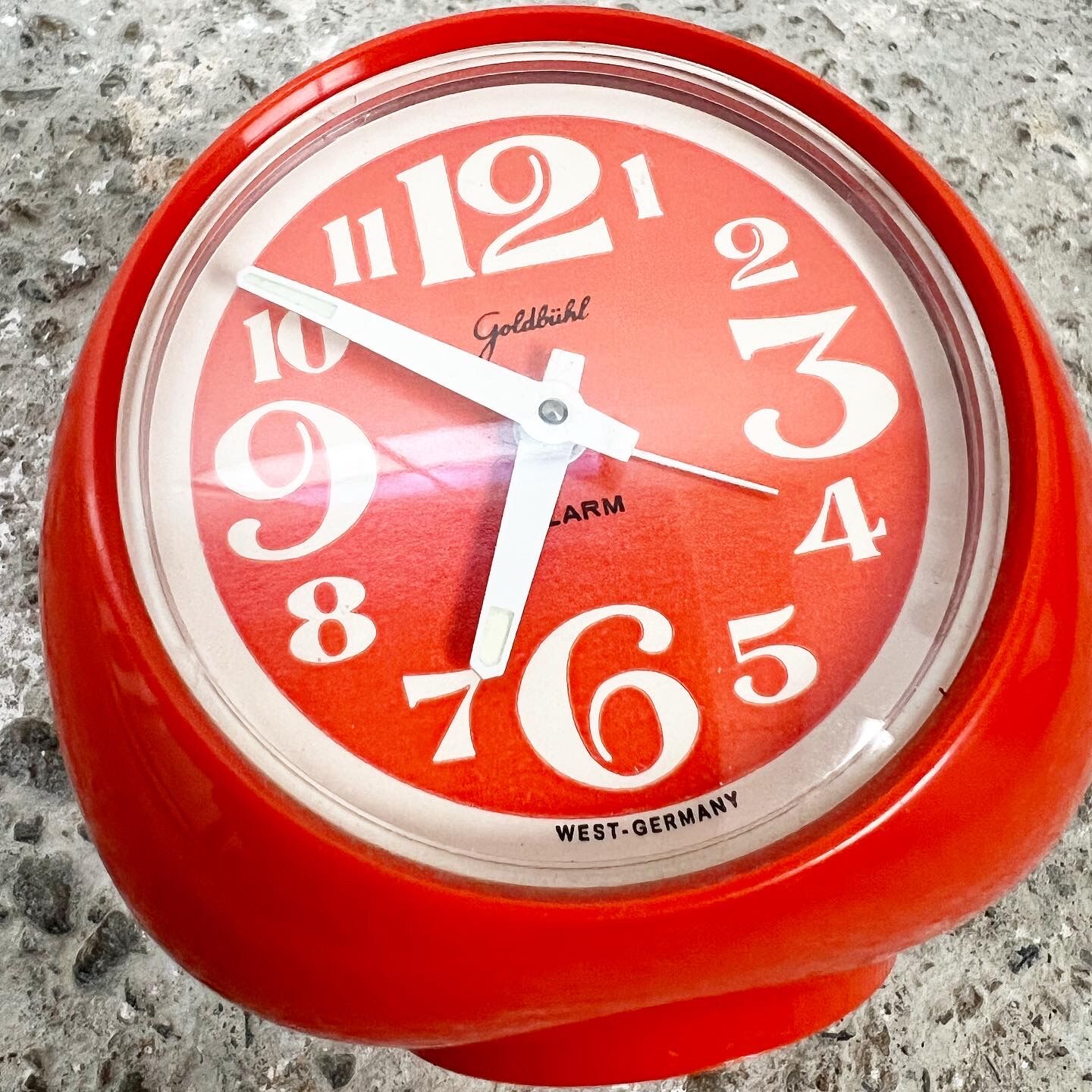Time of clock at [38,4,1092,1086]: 6:50
